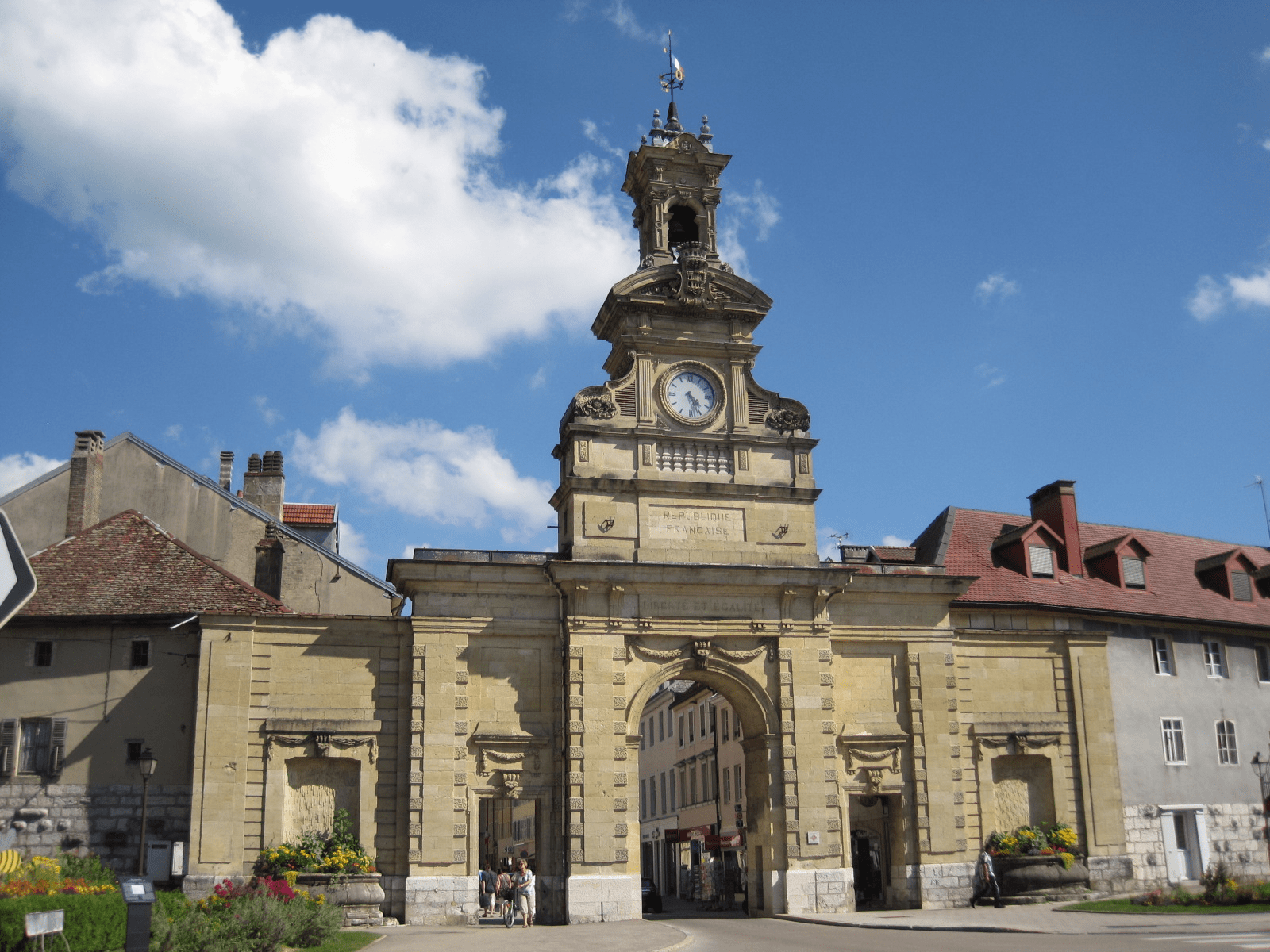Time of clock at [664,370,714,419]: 4:26
